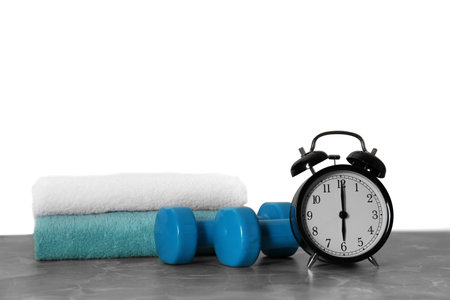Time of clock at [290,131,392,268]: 6:00
